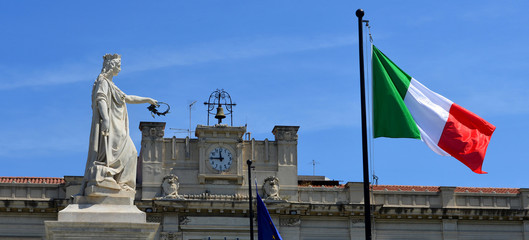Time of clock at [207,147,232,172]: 11:45
